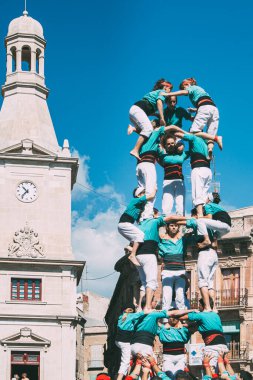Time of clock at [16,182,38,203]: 10:37
